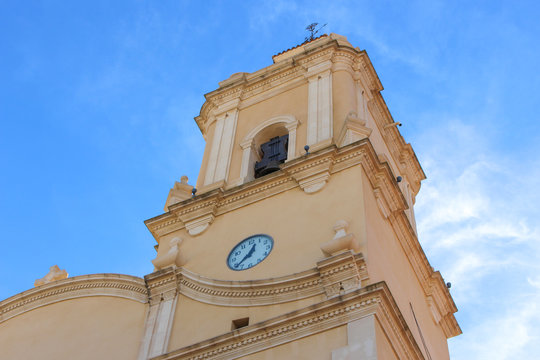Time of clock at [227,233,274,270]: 12:37
